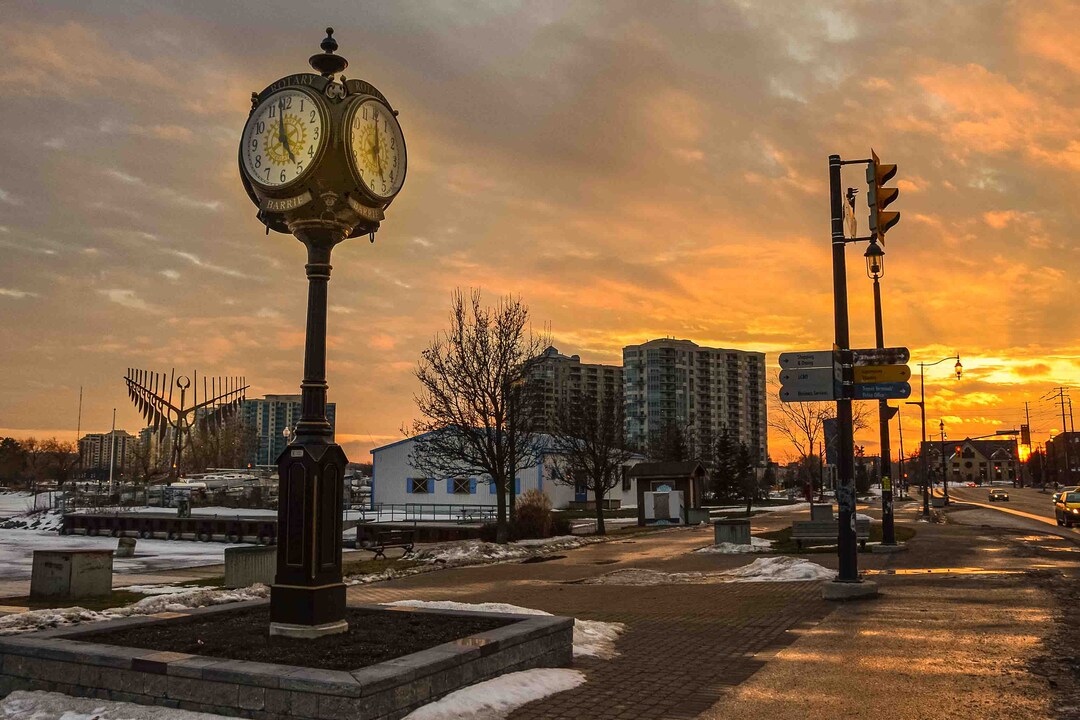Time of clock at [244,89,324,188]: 4:58
